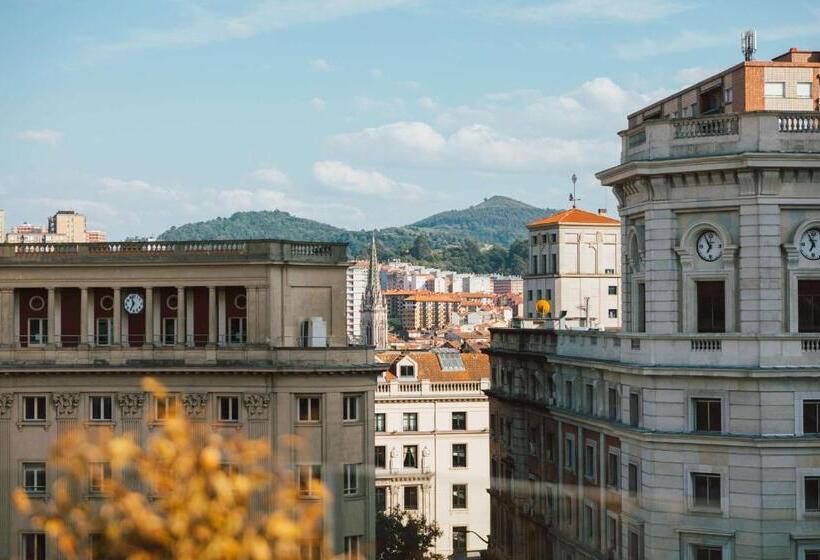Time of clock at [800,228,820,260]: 6:54
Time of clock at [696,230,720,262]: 6:54
